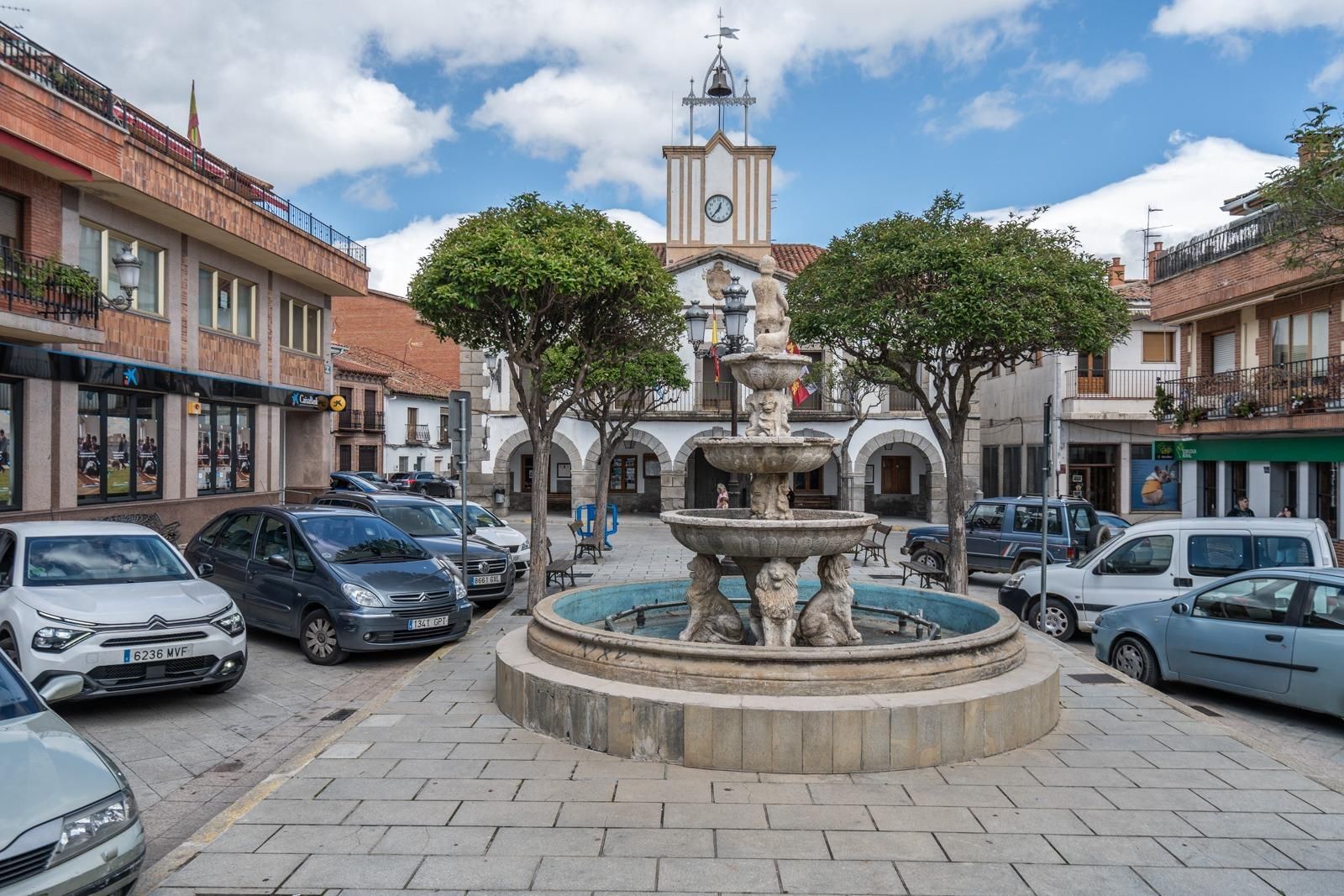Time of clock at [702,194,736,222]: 12:36
